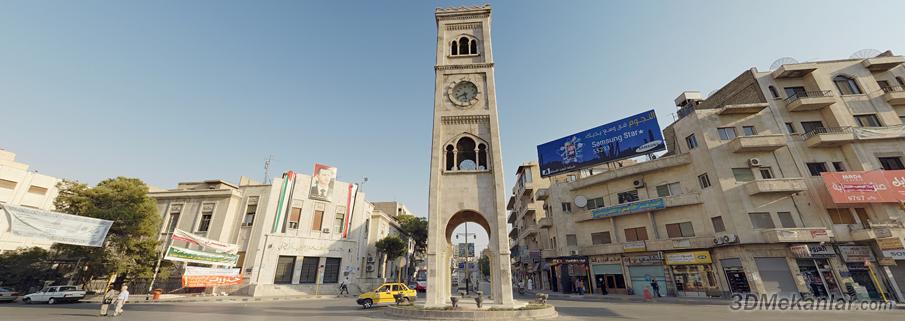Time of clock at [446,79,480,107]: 5:40
